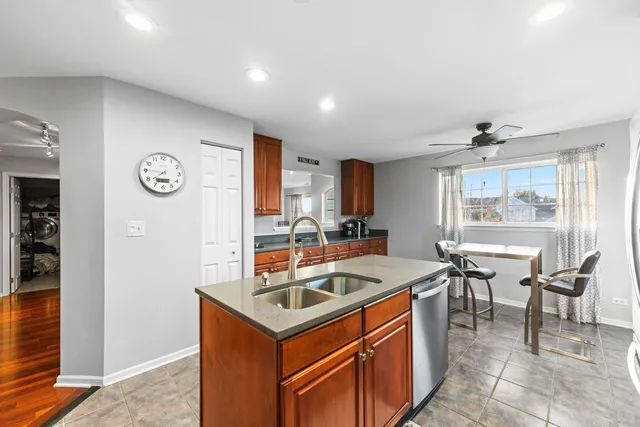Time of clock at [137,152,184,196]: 7:46
